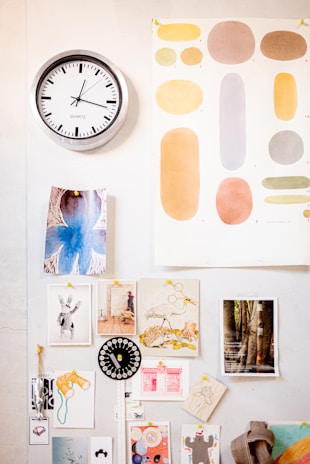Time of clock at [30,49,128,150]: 12:16
